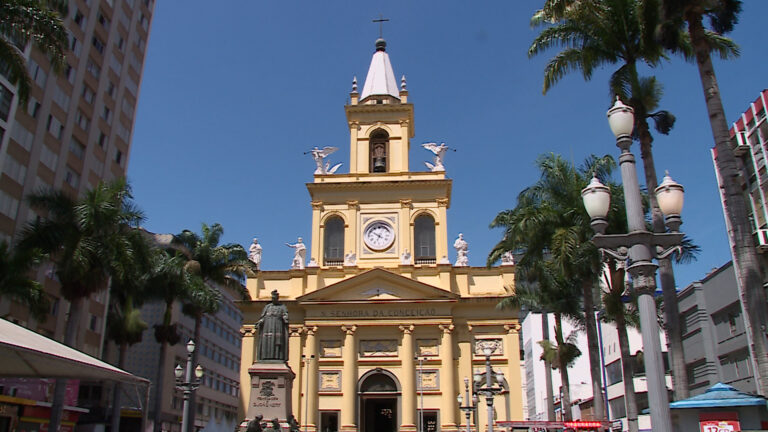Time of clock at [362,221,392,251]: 6:50
